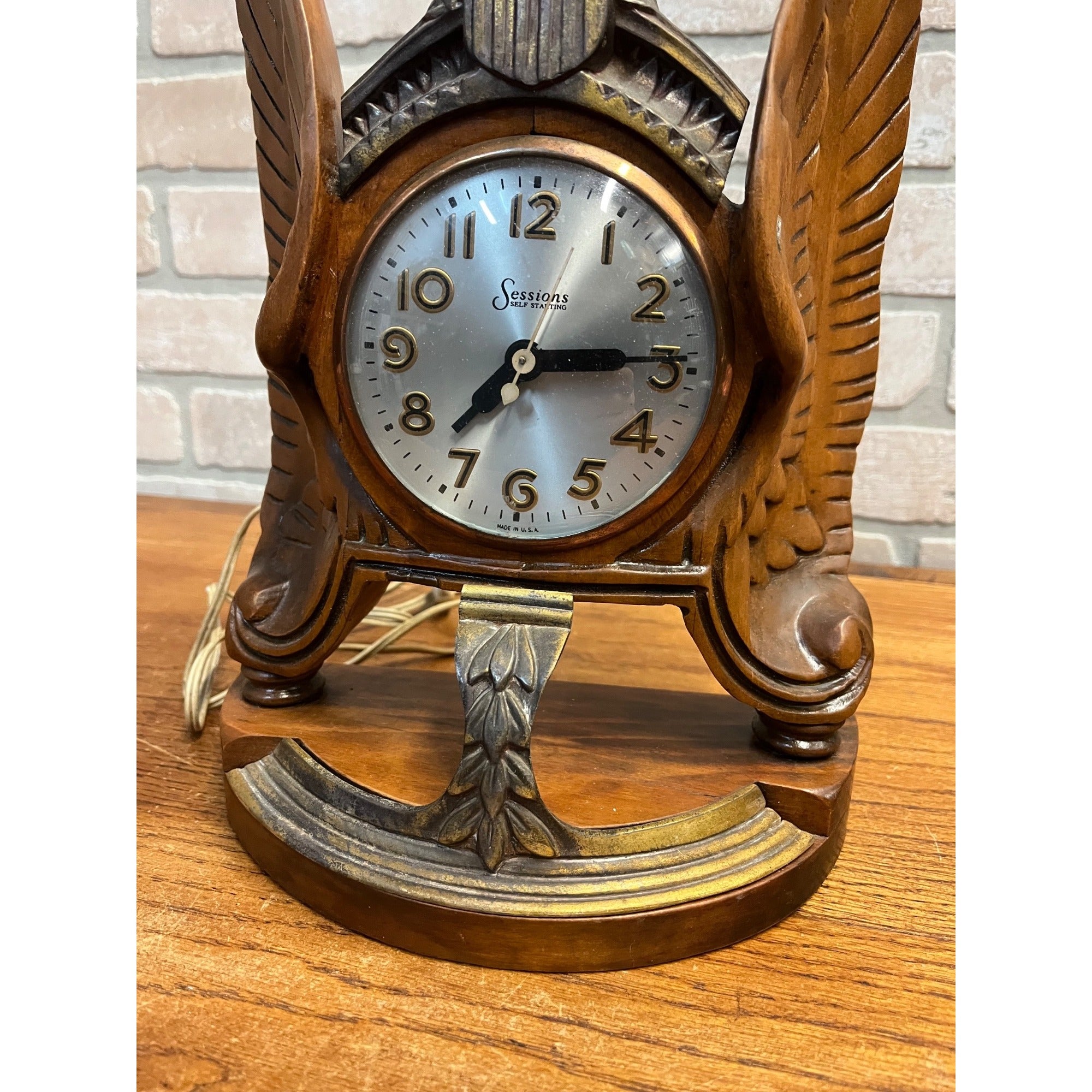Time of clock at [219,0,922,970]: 7:14
